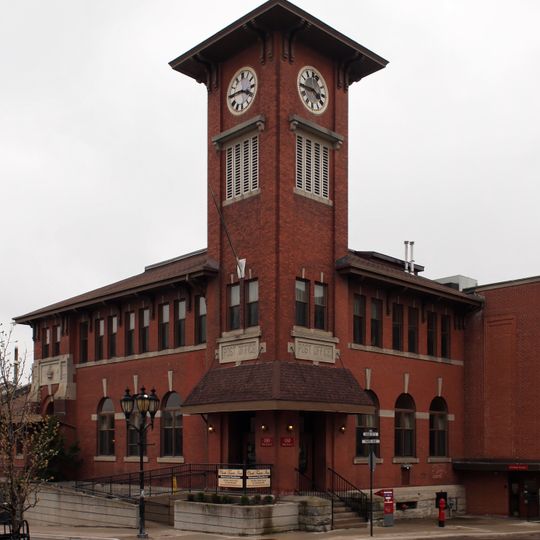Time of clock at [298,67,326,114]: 3:44
